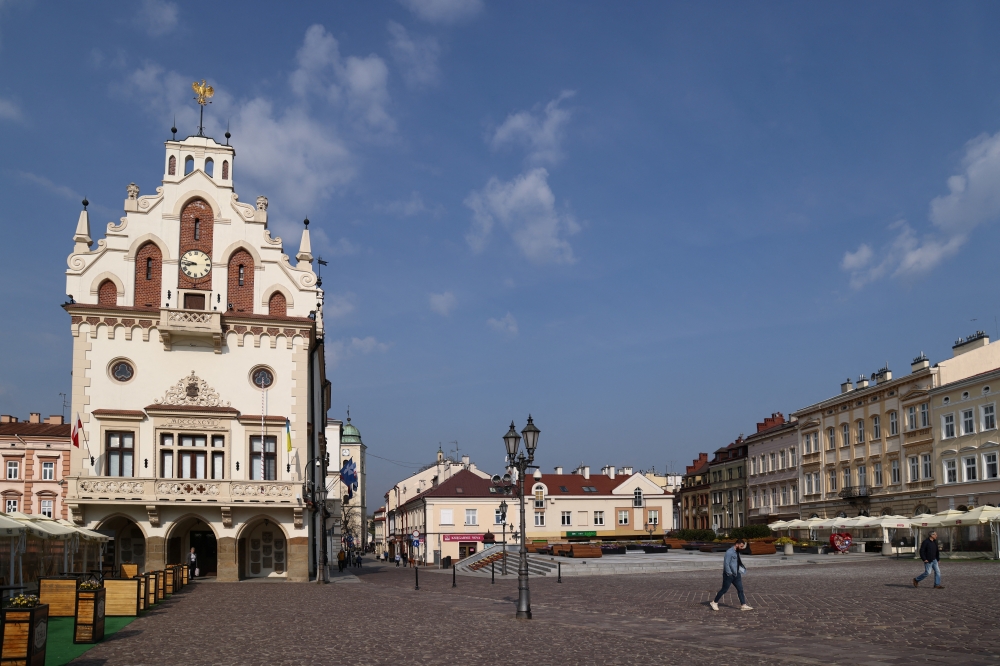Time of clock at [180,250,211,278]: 8:47
